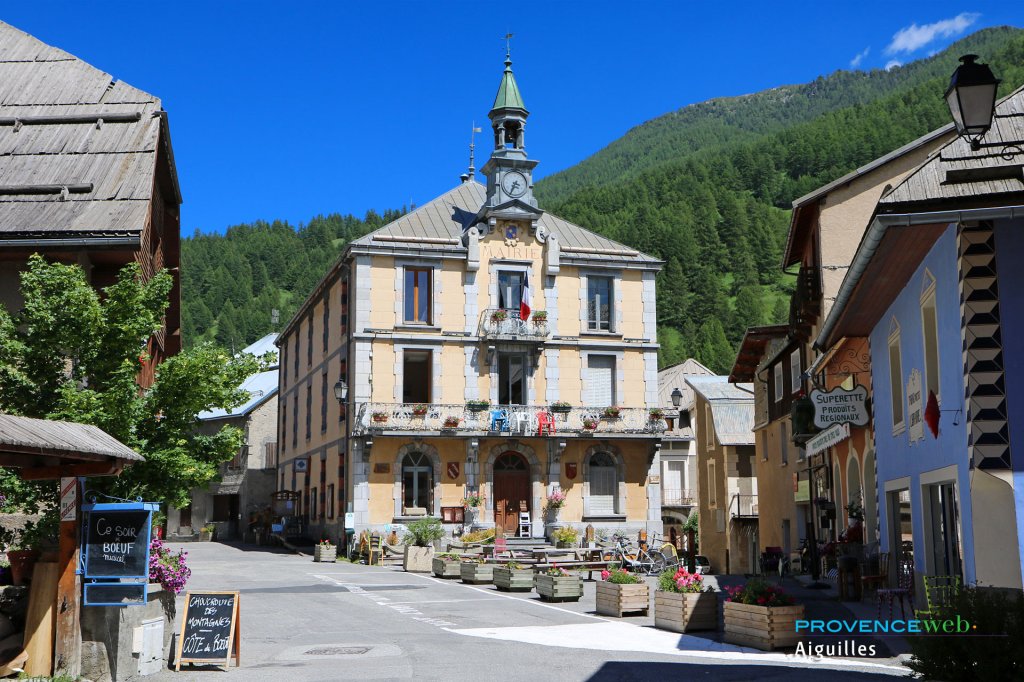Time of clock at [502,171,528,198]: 3:34
